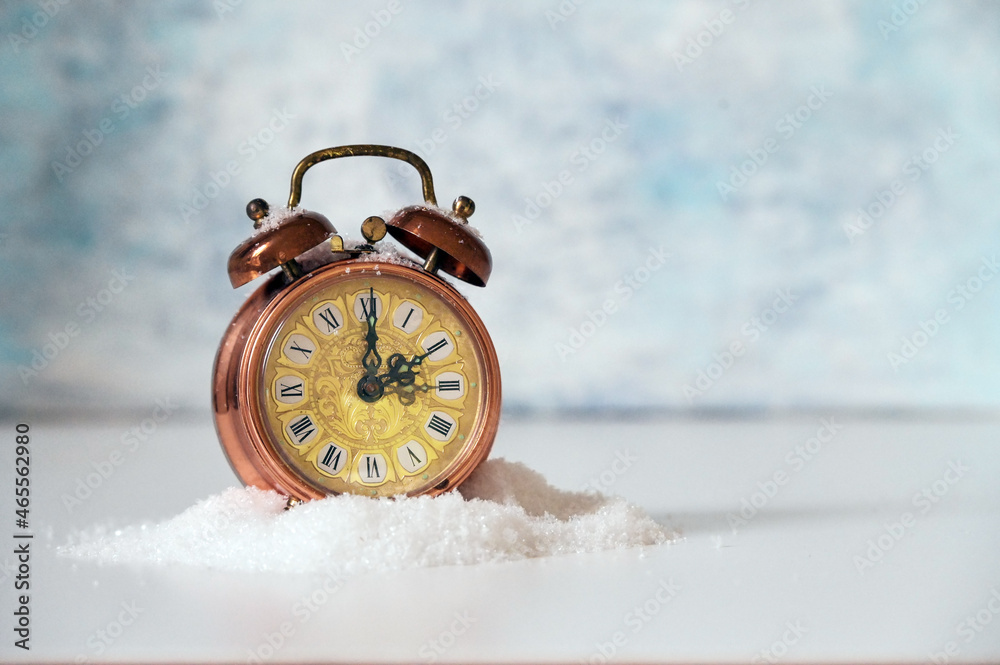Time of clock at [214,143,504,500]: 2:00
